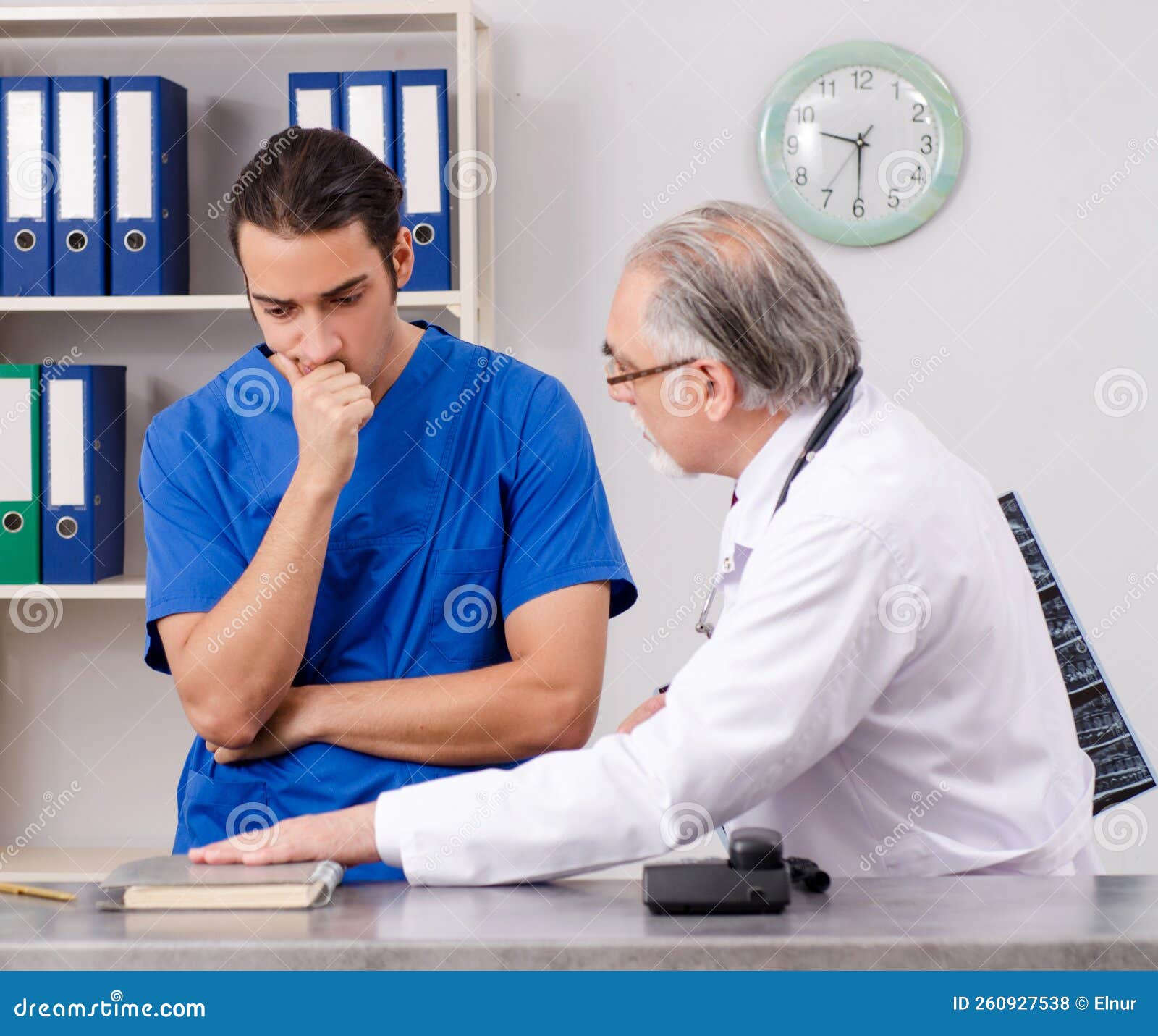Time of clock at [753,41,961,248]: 9:30
